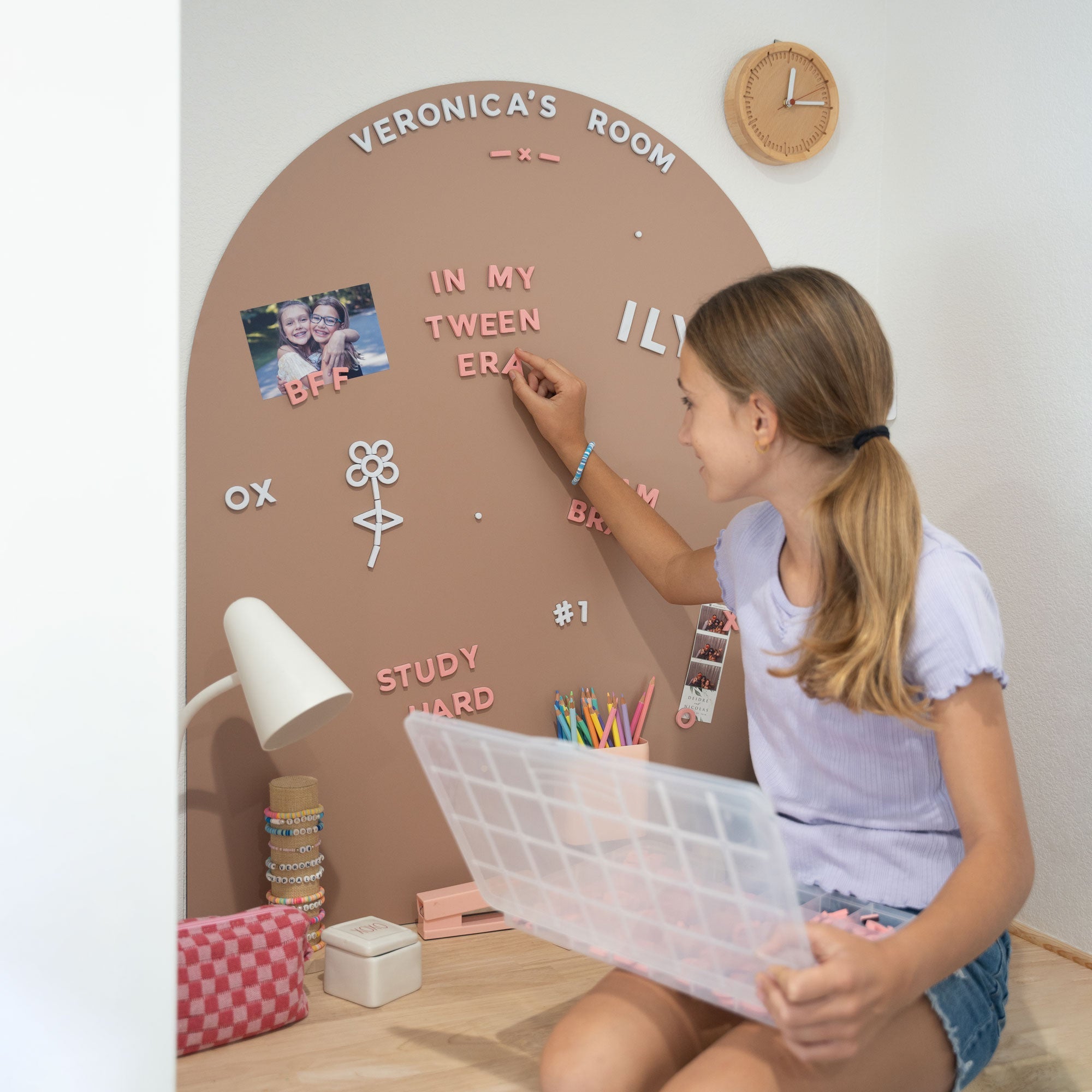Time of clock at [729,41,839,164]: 12:14
